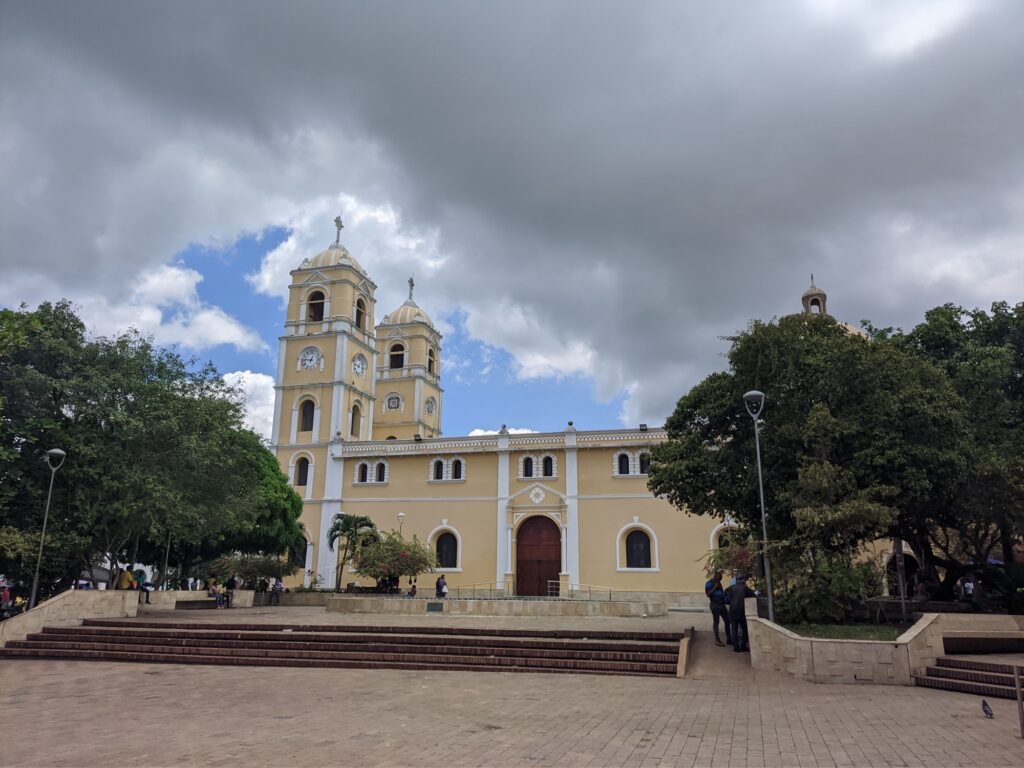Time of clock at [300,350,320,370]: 12:46
